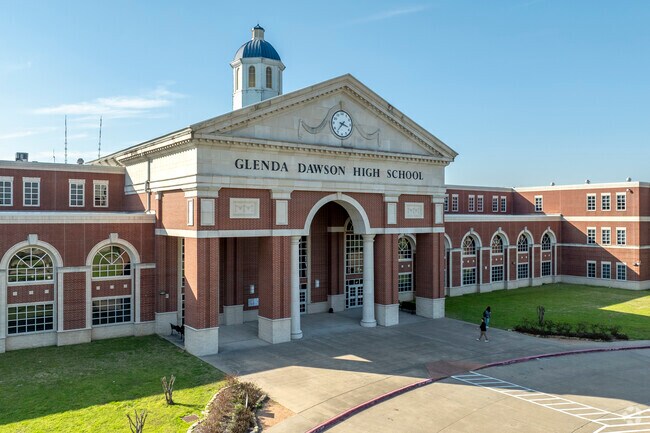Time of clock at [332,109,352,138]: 3:36
